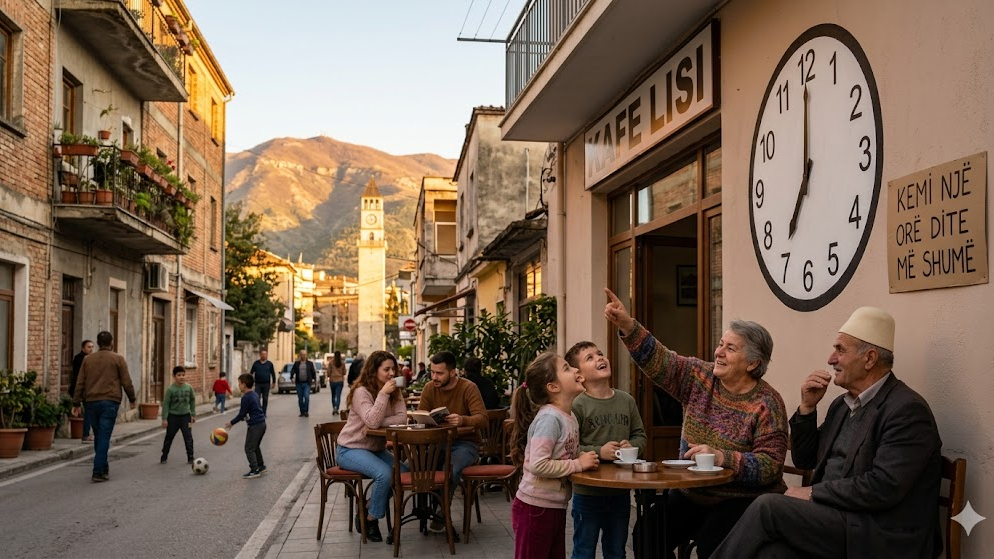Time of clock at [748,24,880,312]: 7:00
